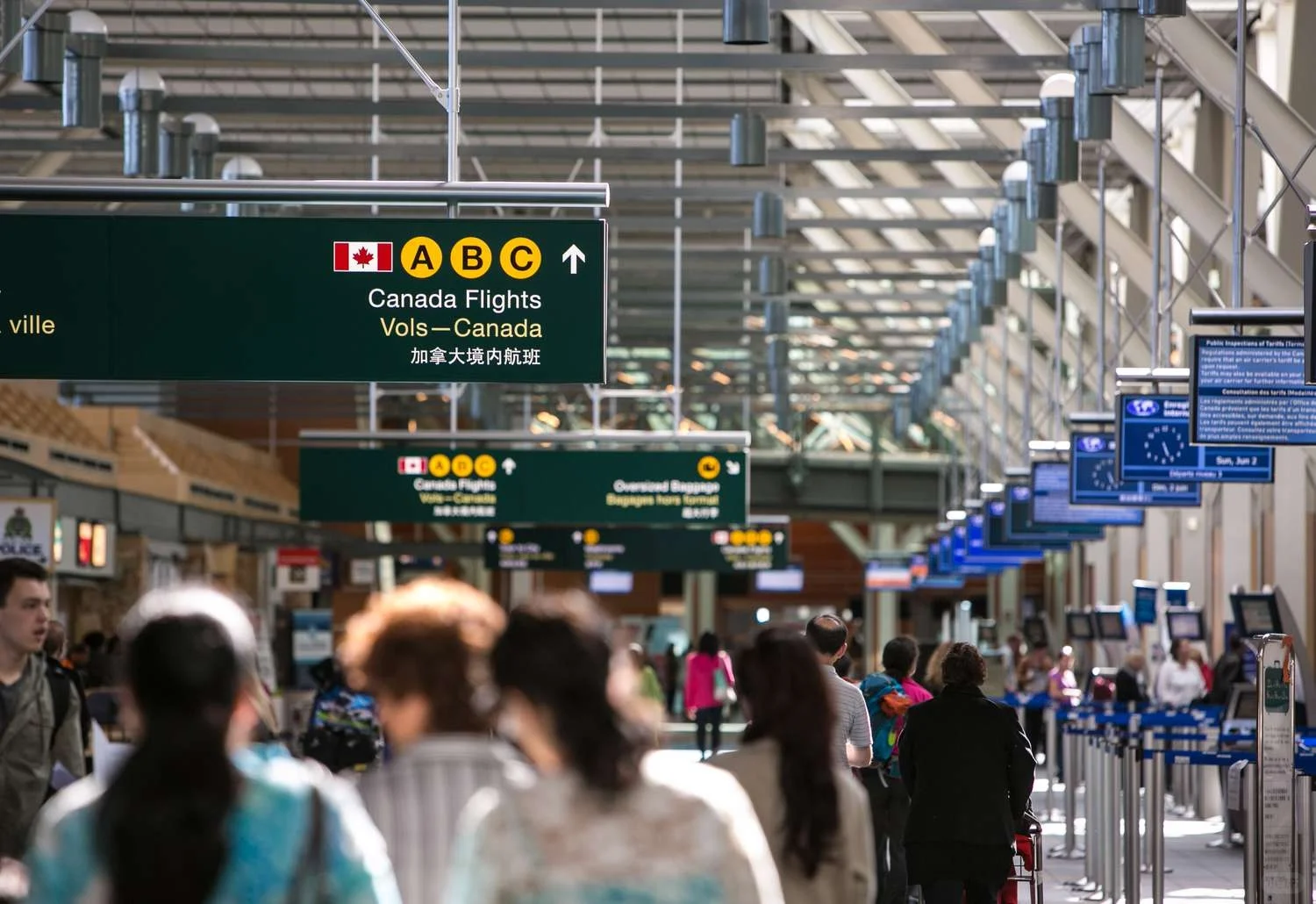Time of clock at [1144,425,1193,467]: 5:26
